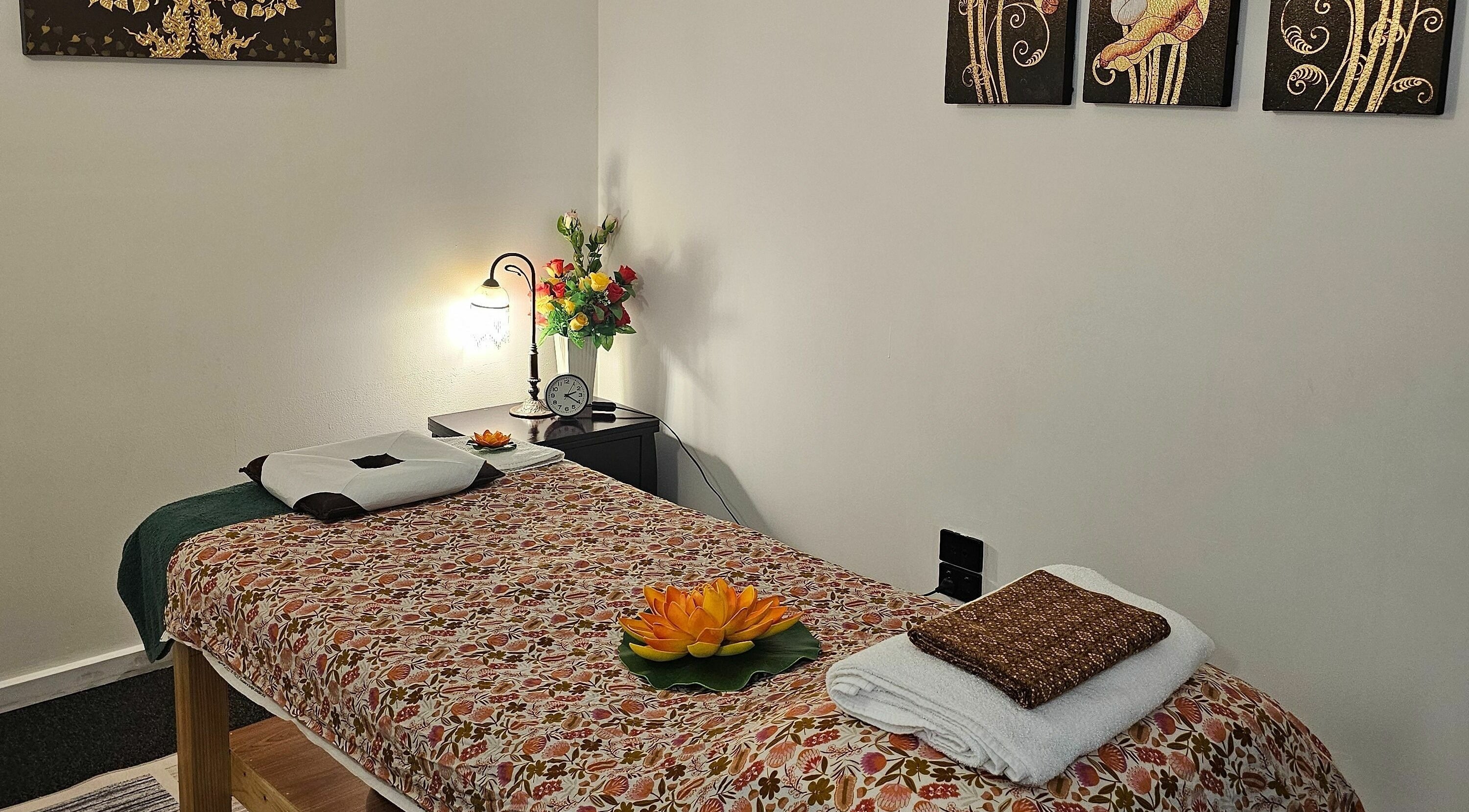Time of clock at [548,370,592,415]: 2:20
